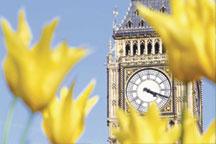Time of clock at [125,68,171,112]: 4:18
